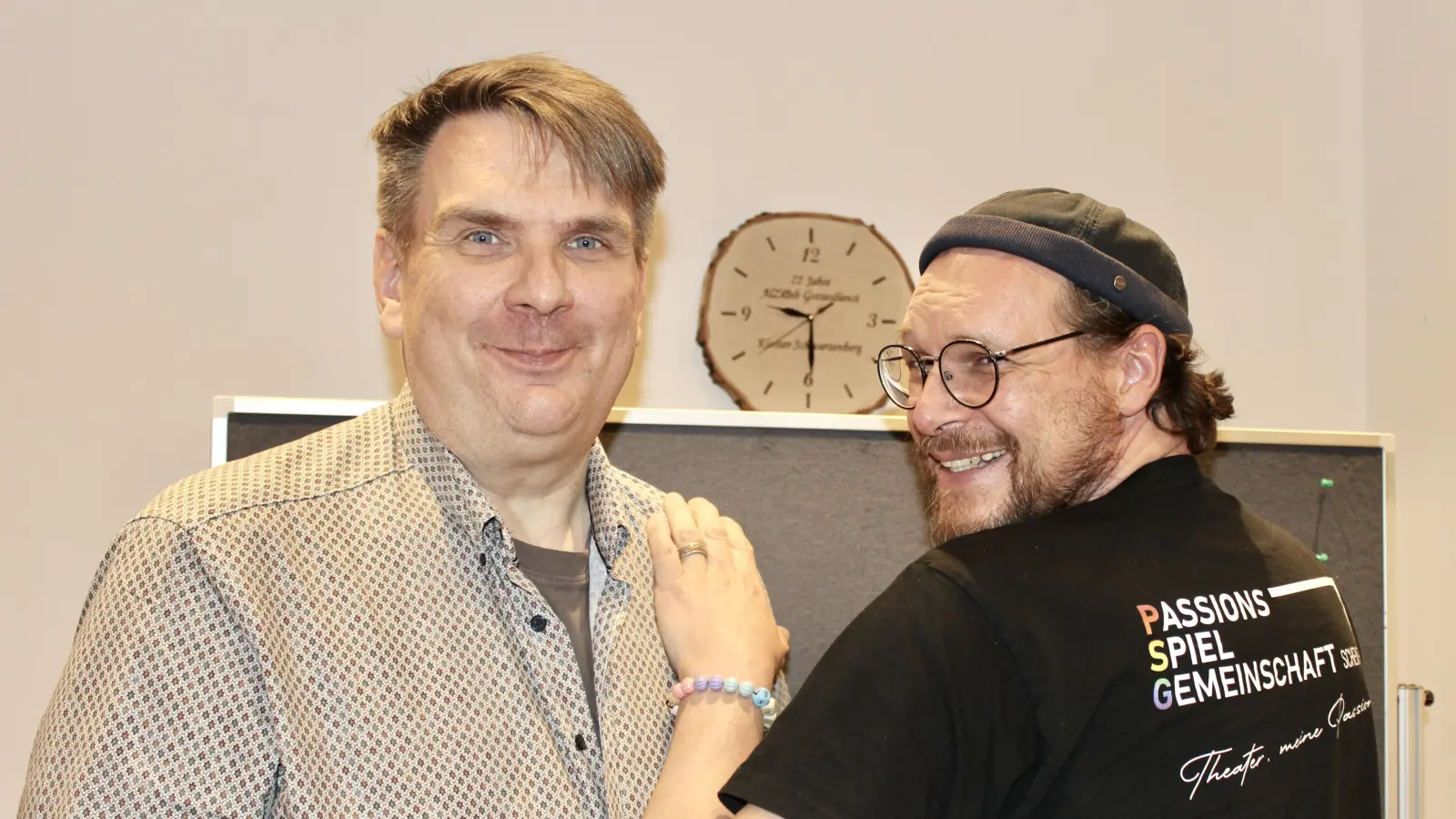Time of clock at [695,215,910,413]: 9:29
